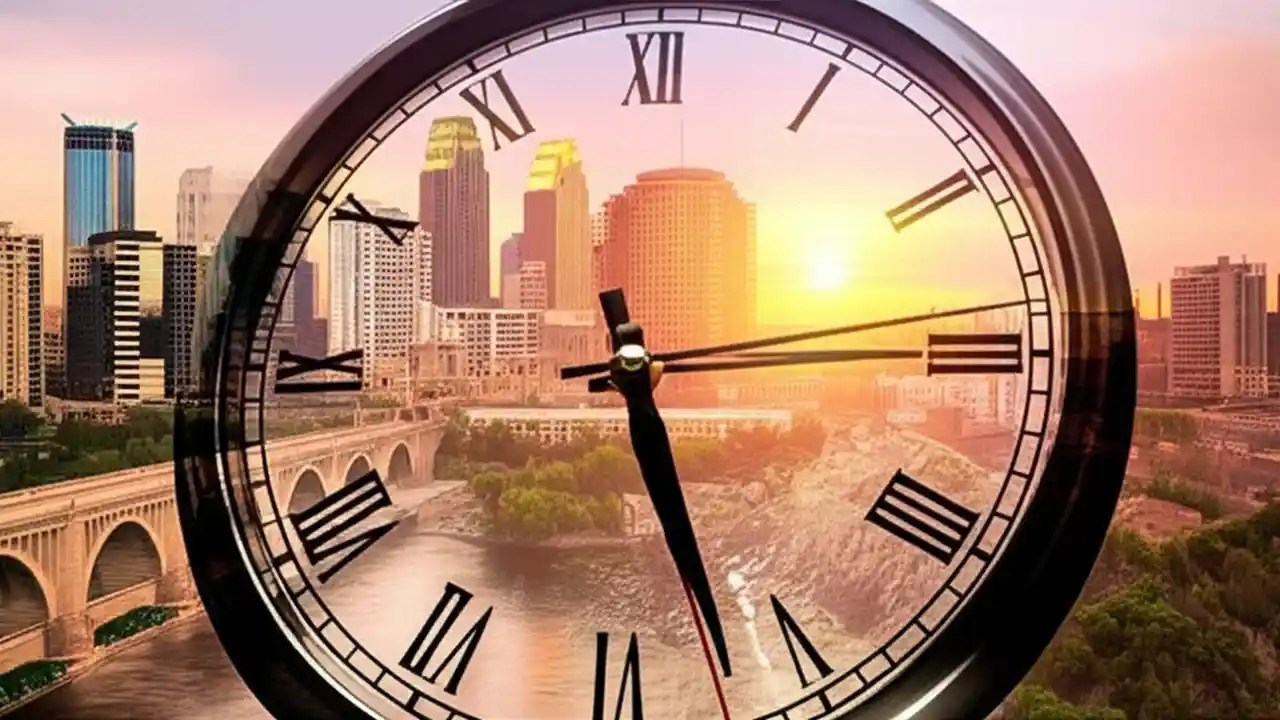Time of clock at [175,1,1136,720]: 5:26
